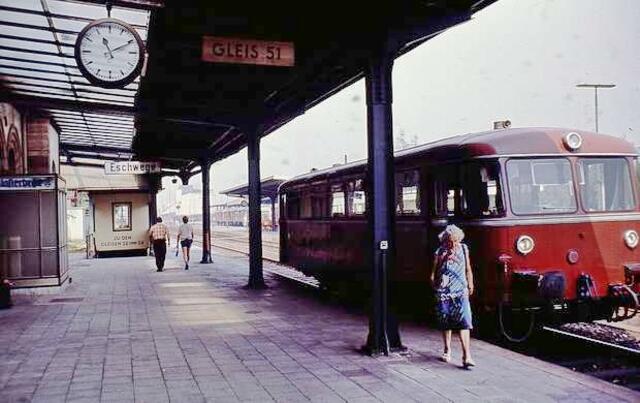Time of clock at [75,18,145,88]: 11:10
